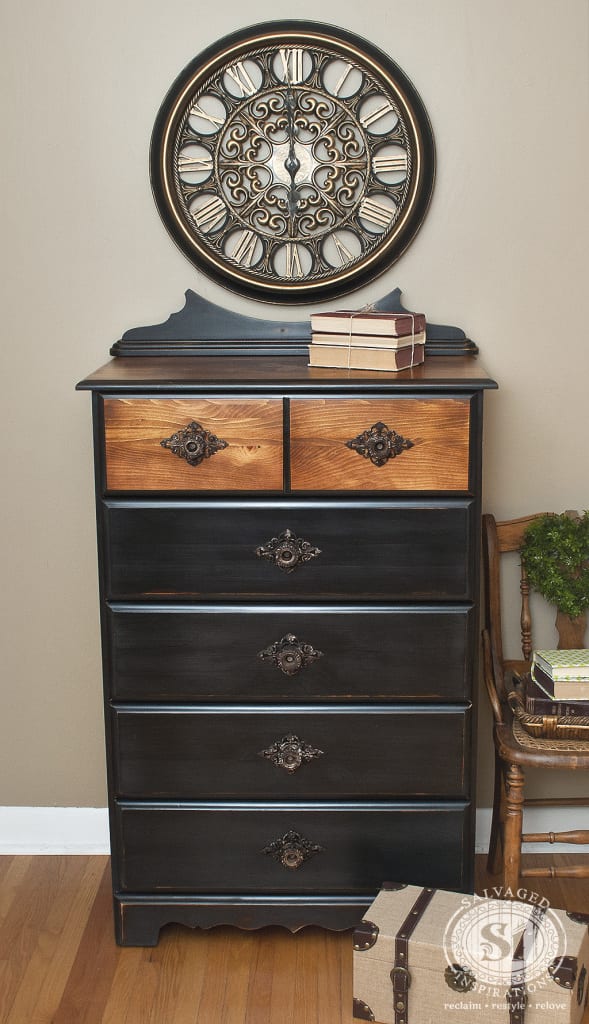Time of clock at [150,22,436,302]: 5:59
